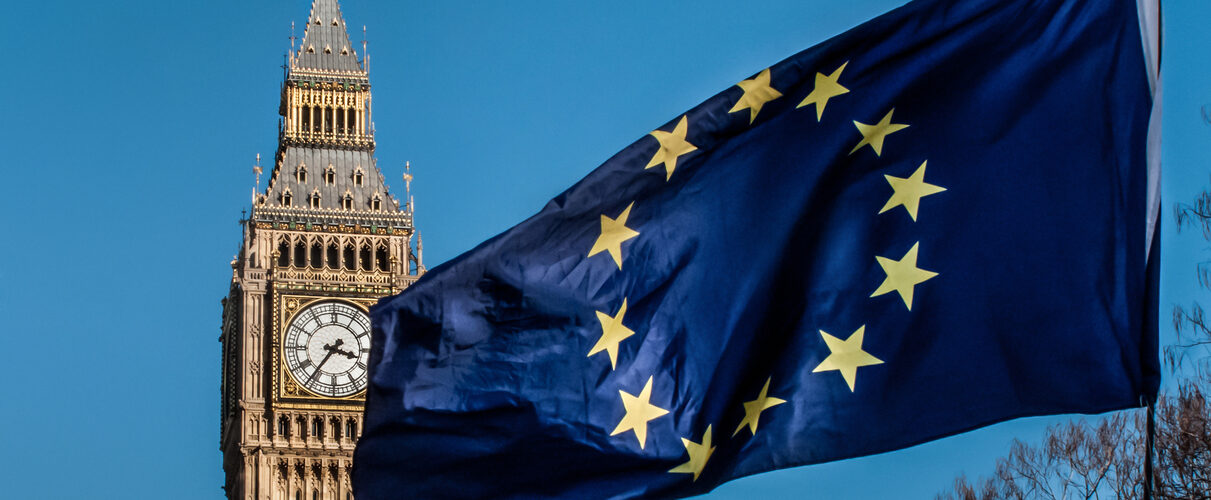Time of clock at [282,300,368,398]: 3:36
